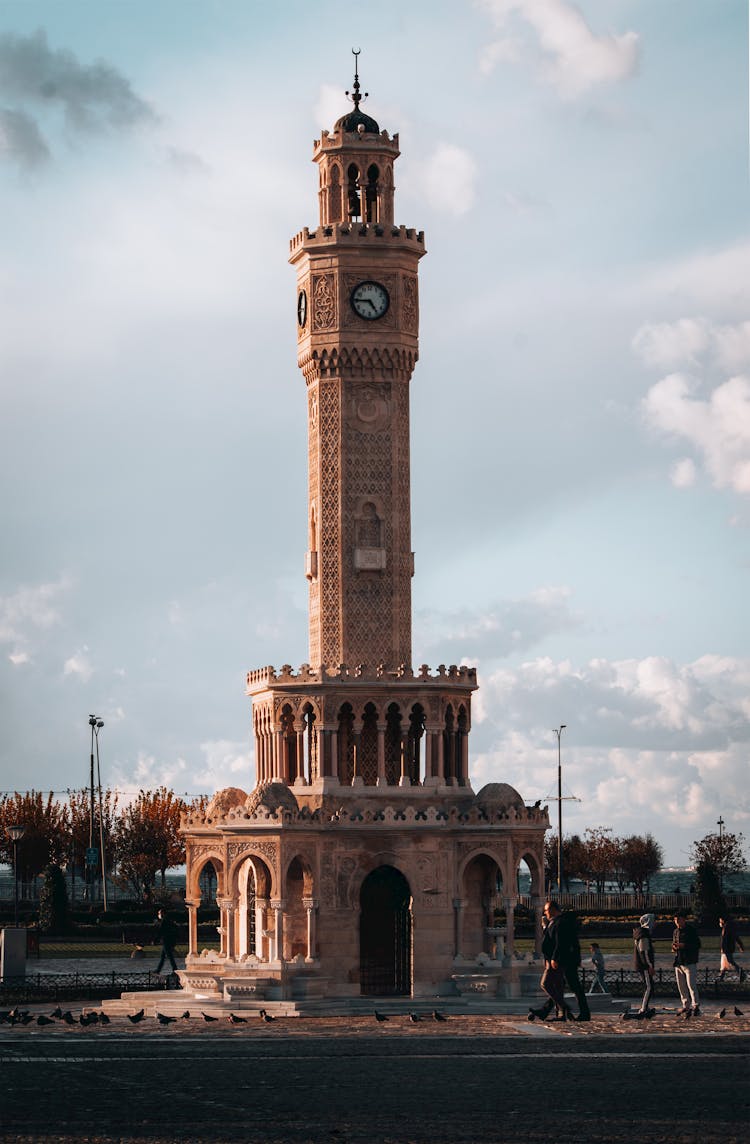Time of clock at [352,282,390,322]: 4:45
